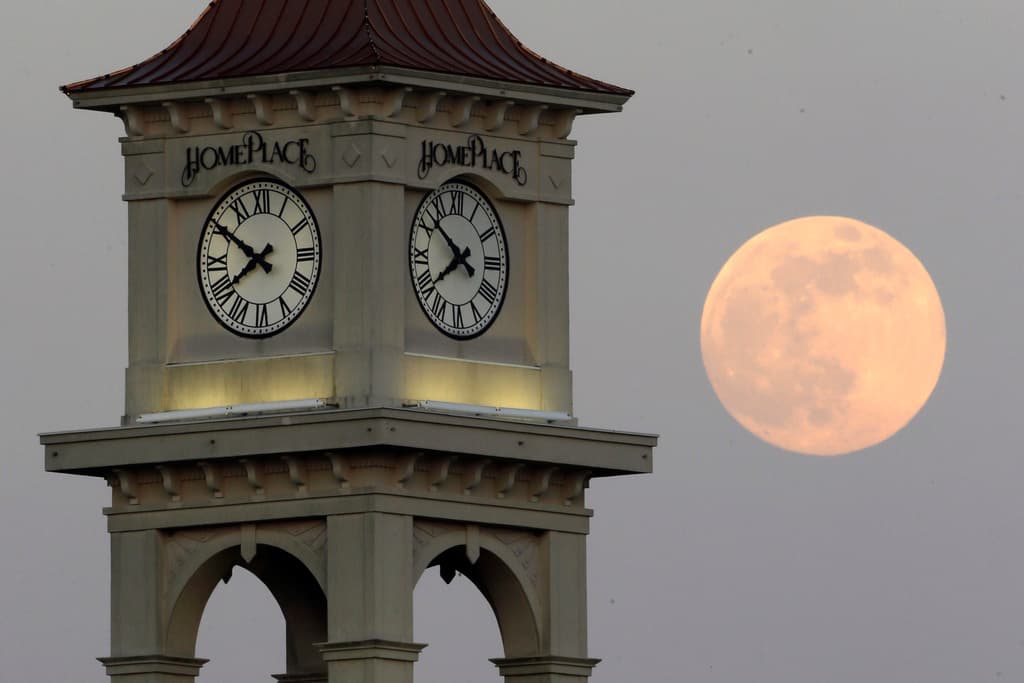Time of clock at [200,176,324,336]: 7:50
